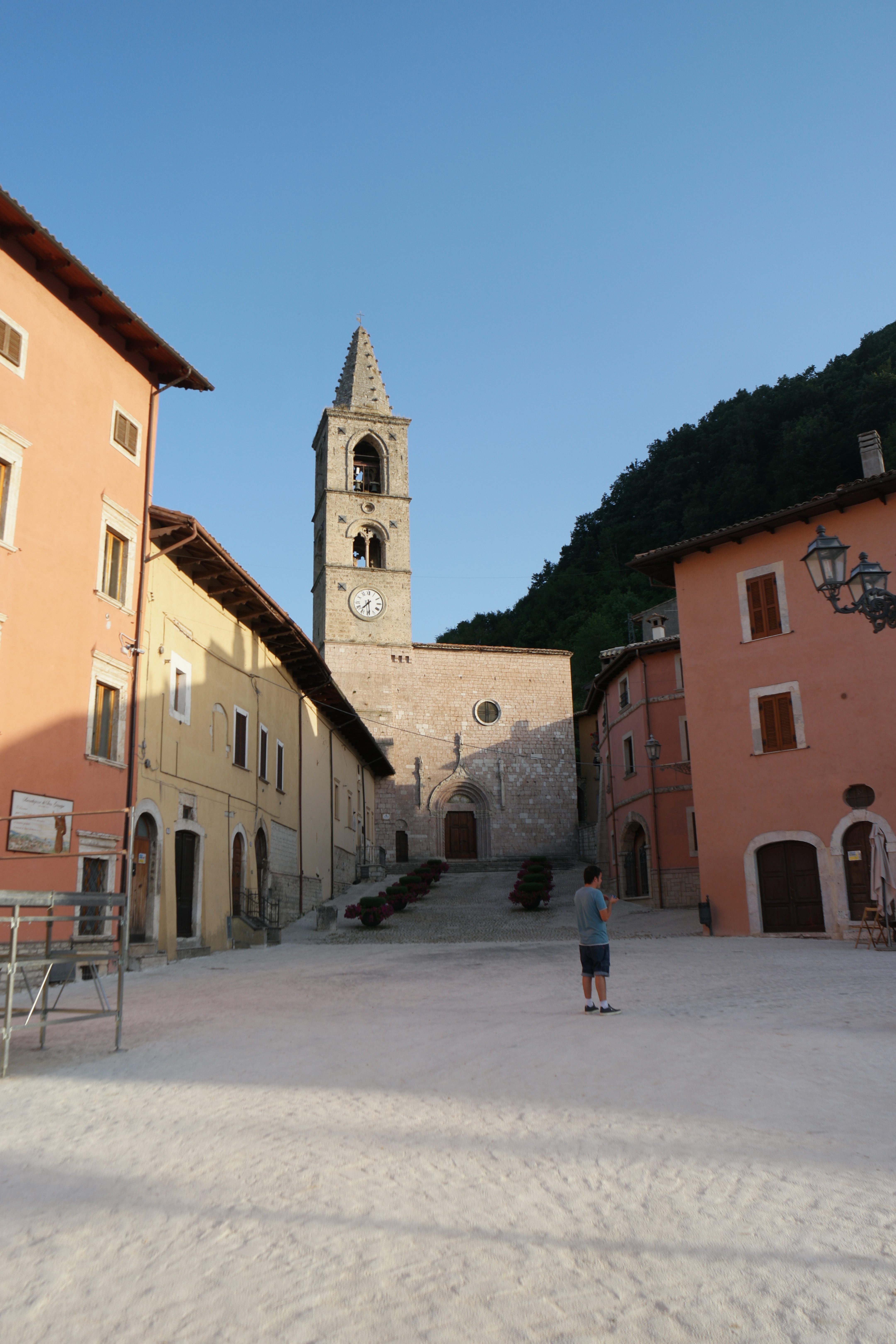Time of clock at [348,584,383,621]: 7:28
